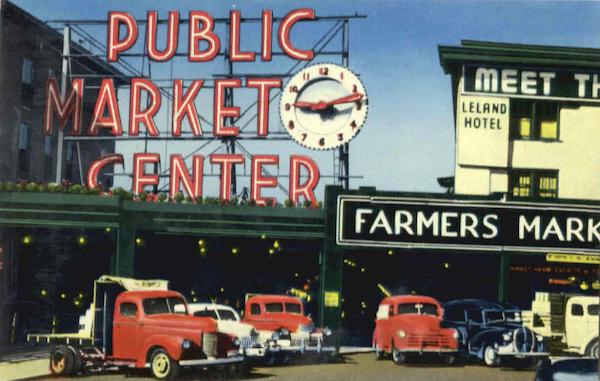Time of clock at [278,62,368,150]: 9:13
